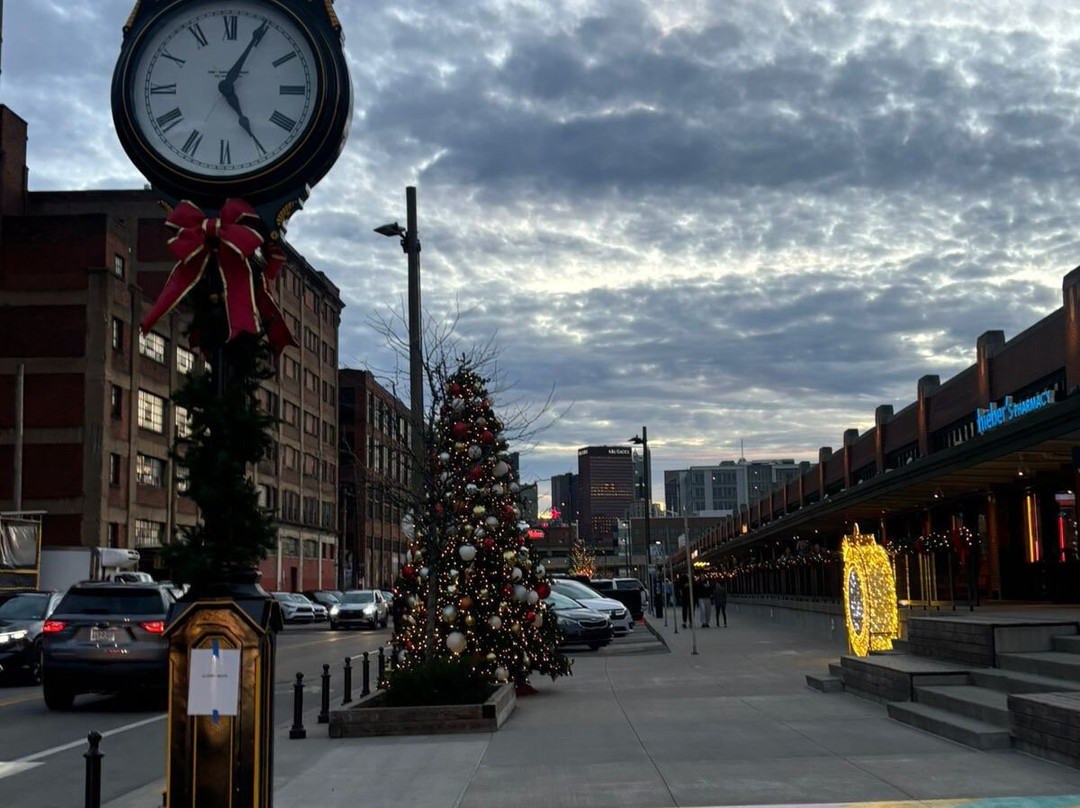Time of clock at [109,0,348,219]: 5:04
